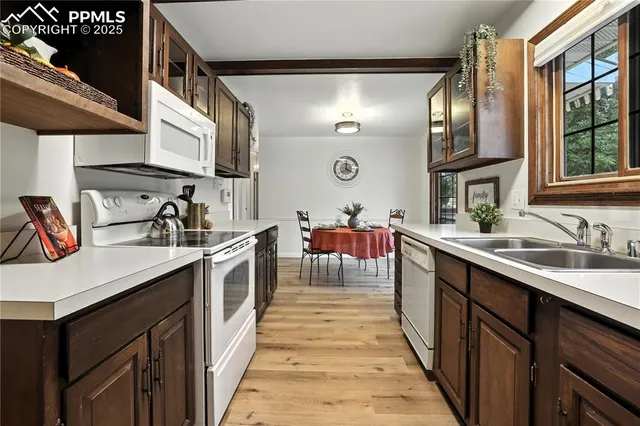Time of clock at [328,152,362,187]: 4:00
